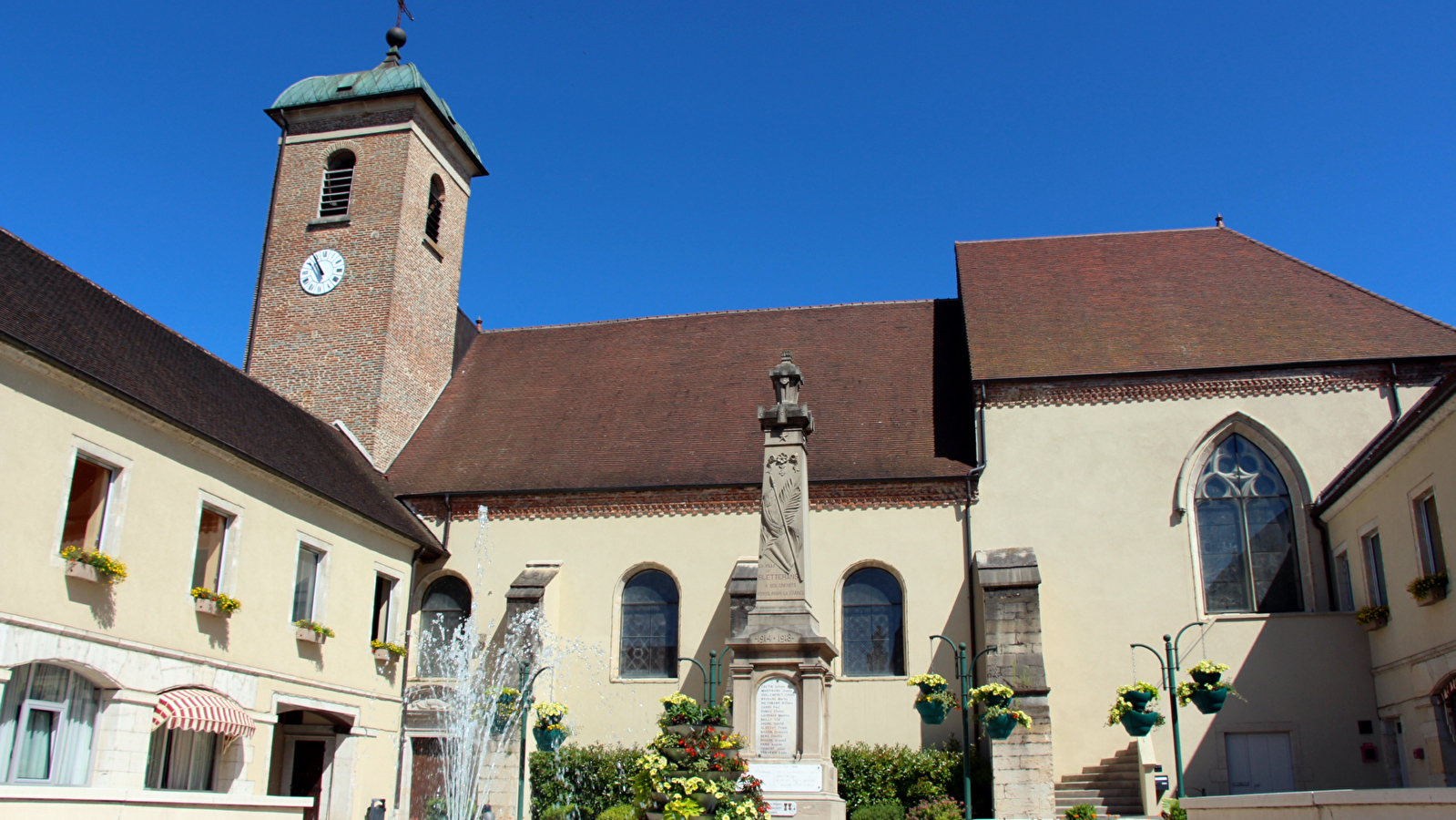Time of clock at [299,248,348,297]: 5:54
